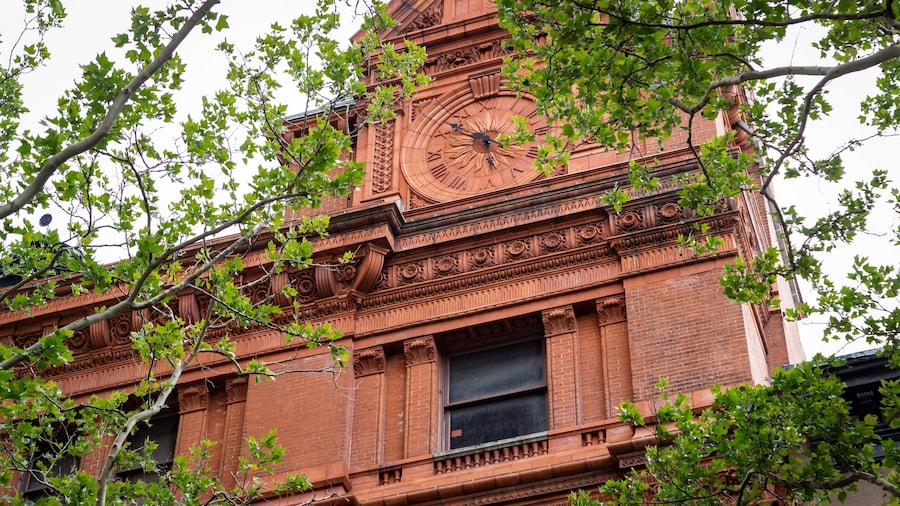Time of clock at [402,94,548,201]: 5:51
